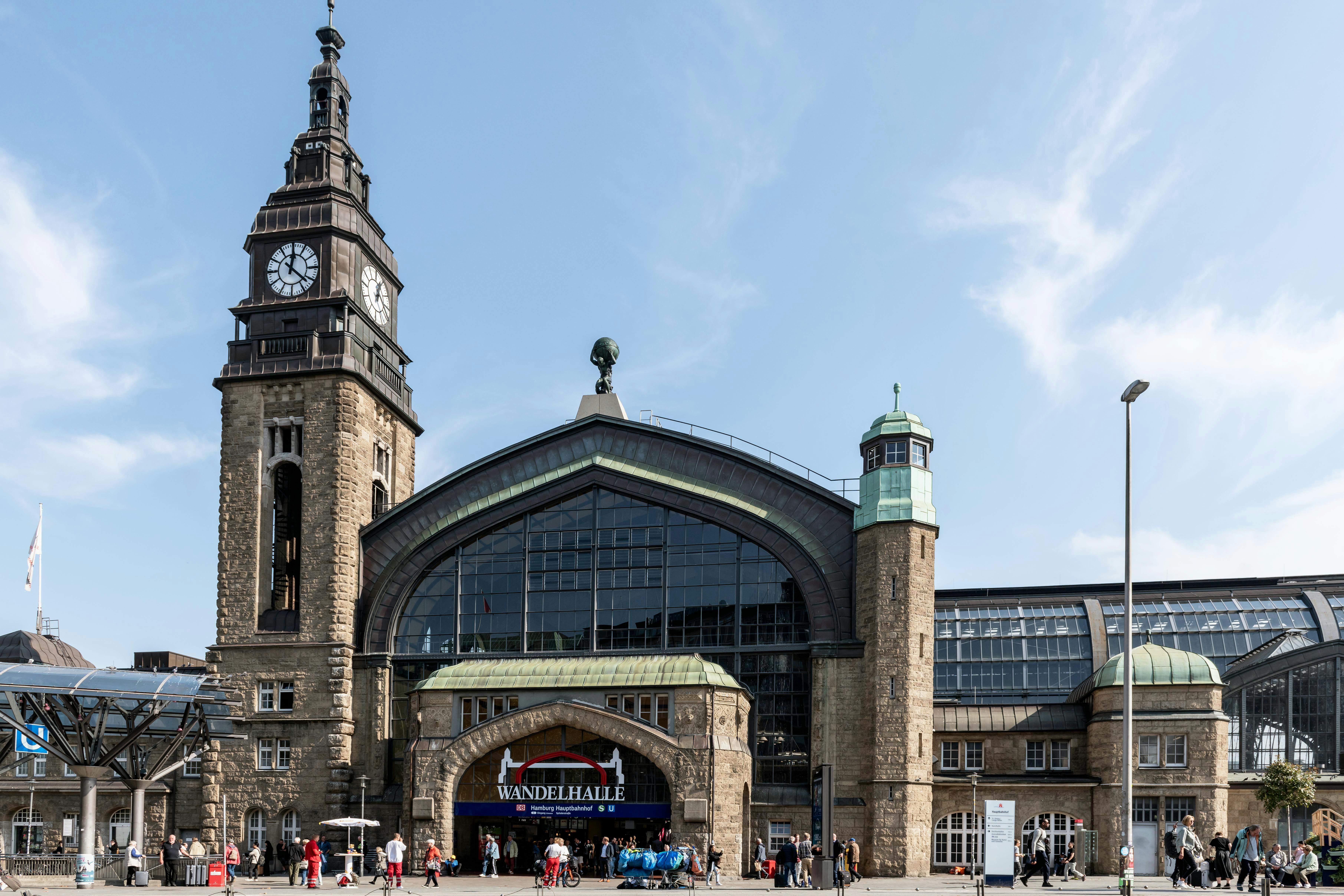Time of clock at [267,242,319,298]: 12:21
